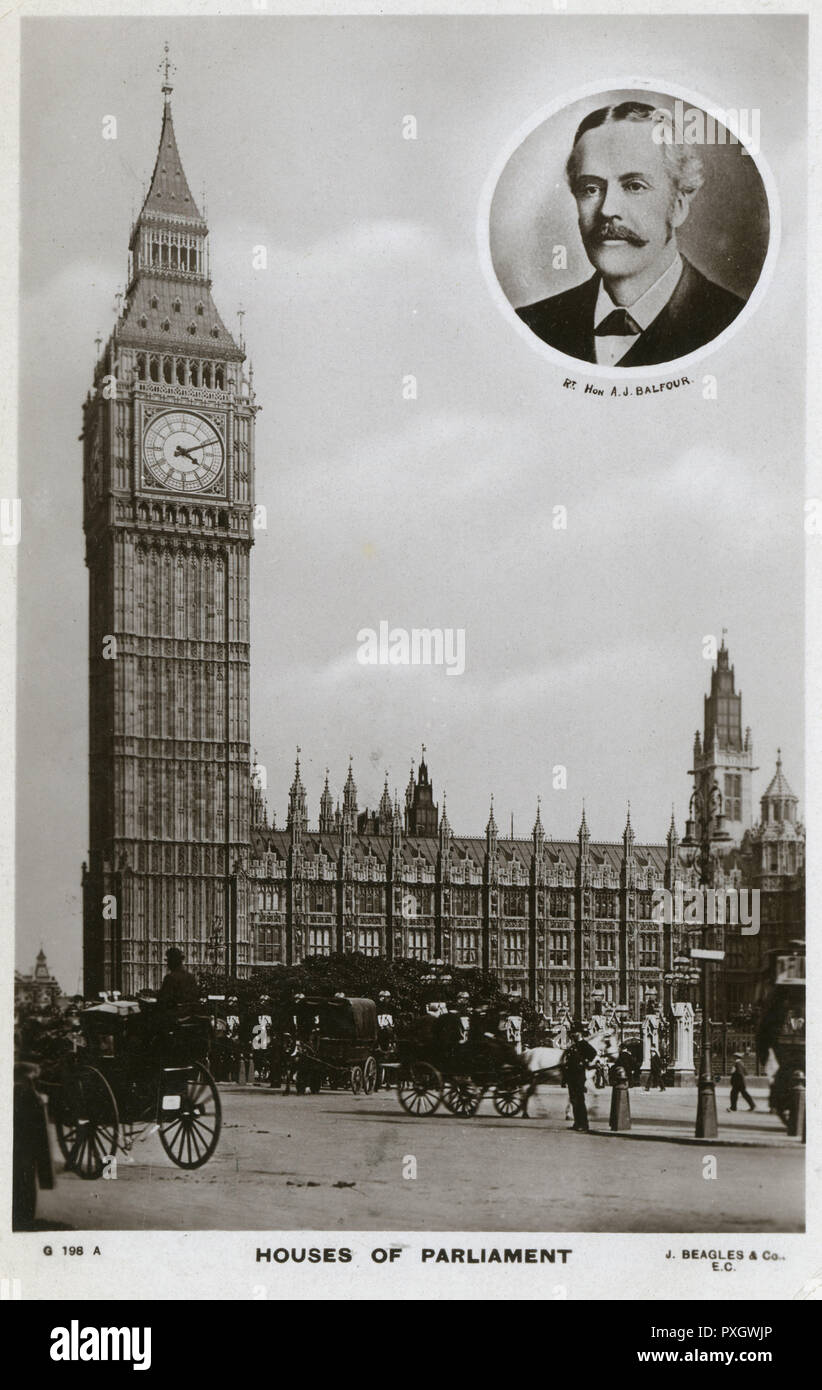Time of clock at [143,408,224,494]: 4:11
